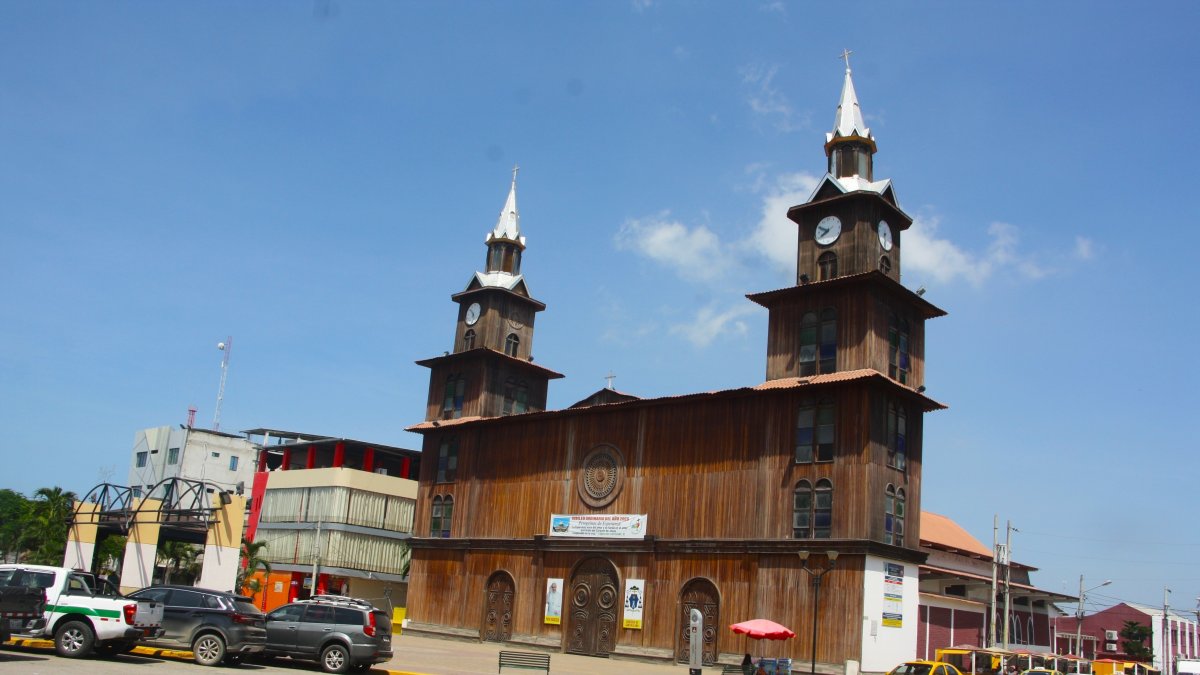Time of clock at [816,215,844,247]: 7:49
